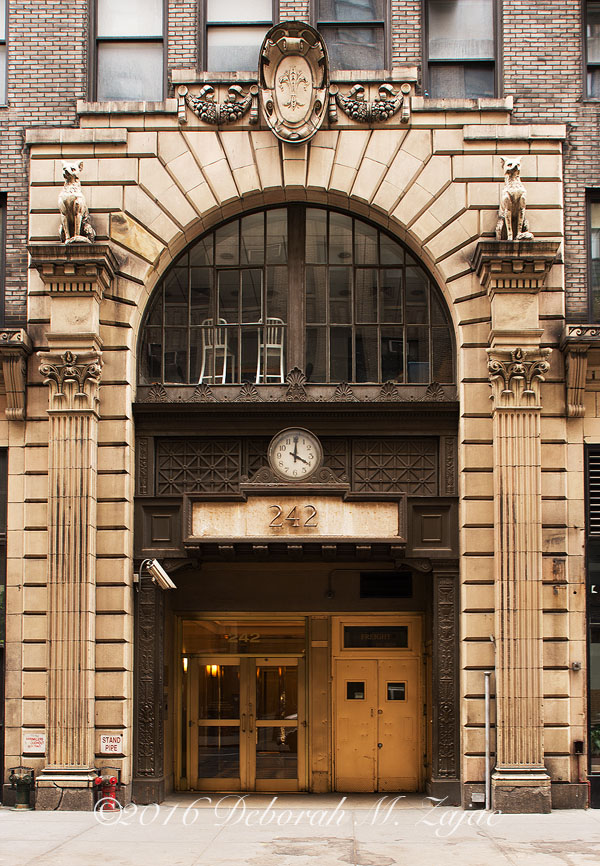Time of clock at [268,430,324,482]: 4:00
